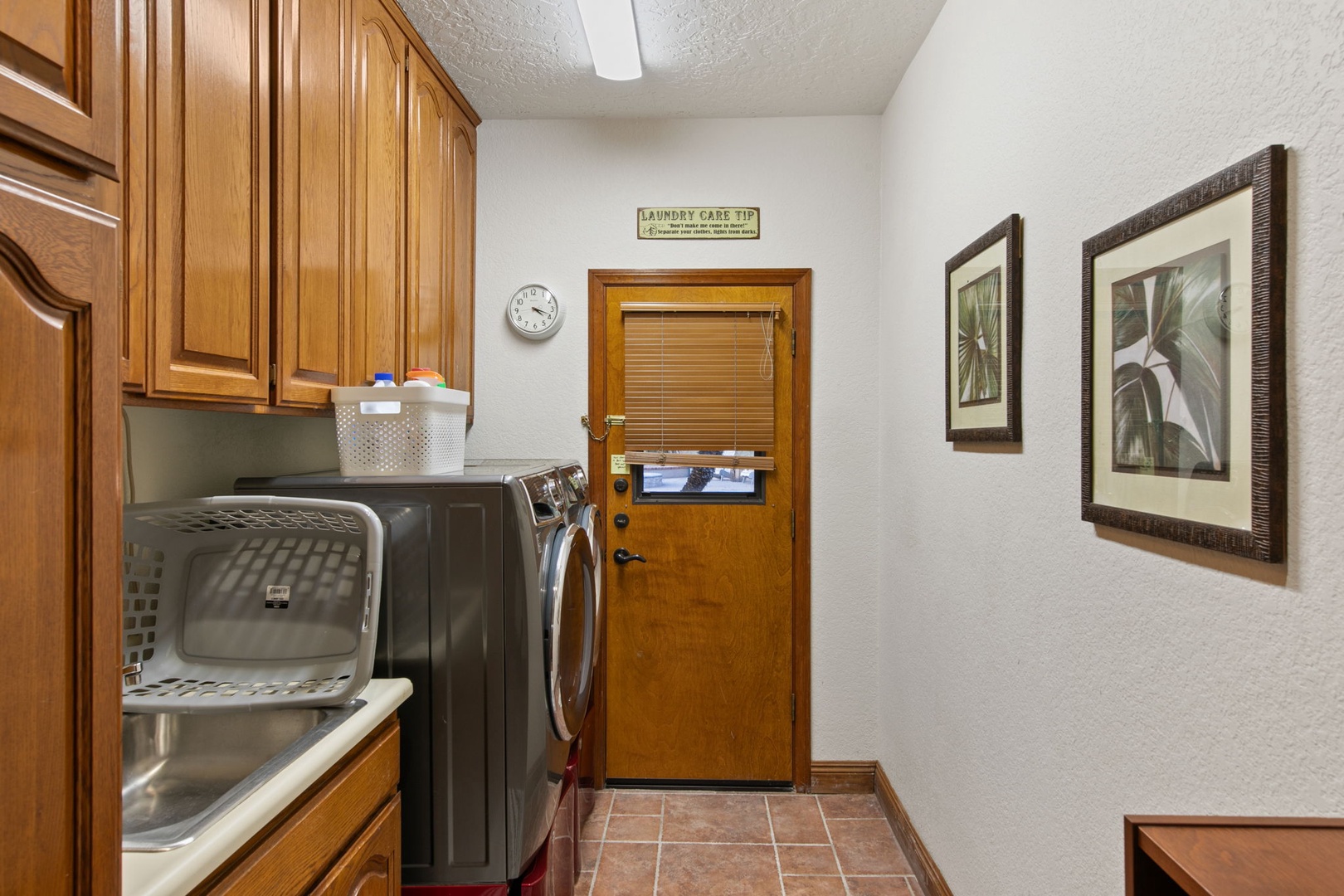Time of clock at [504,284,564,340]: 4:18
